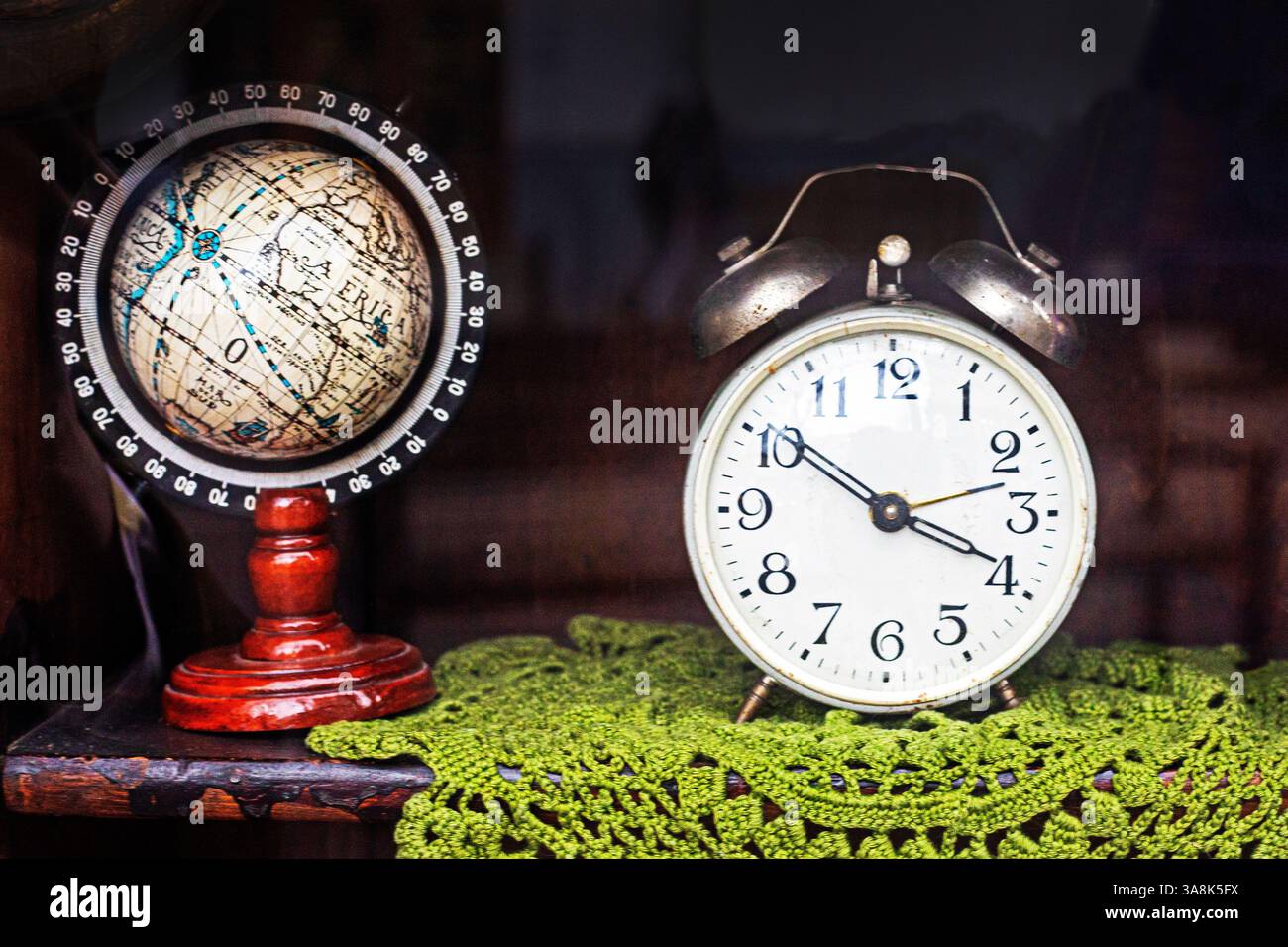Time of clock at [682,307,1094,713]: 3:50
